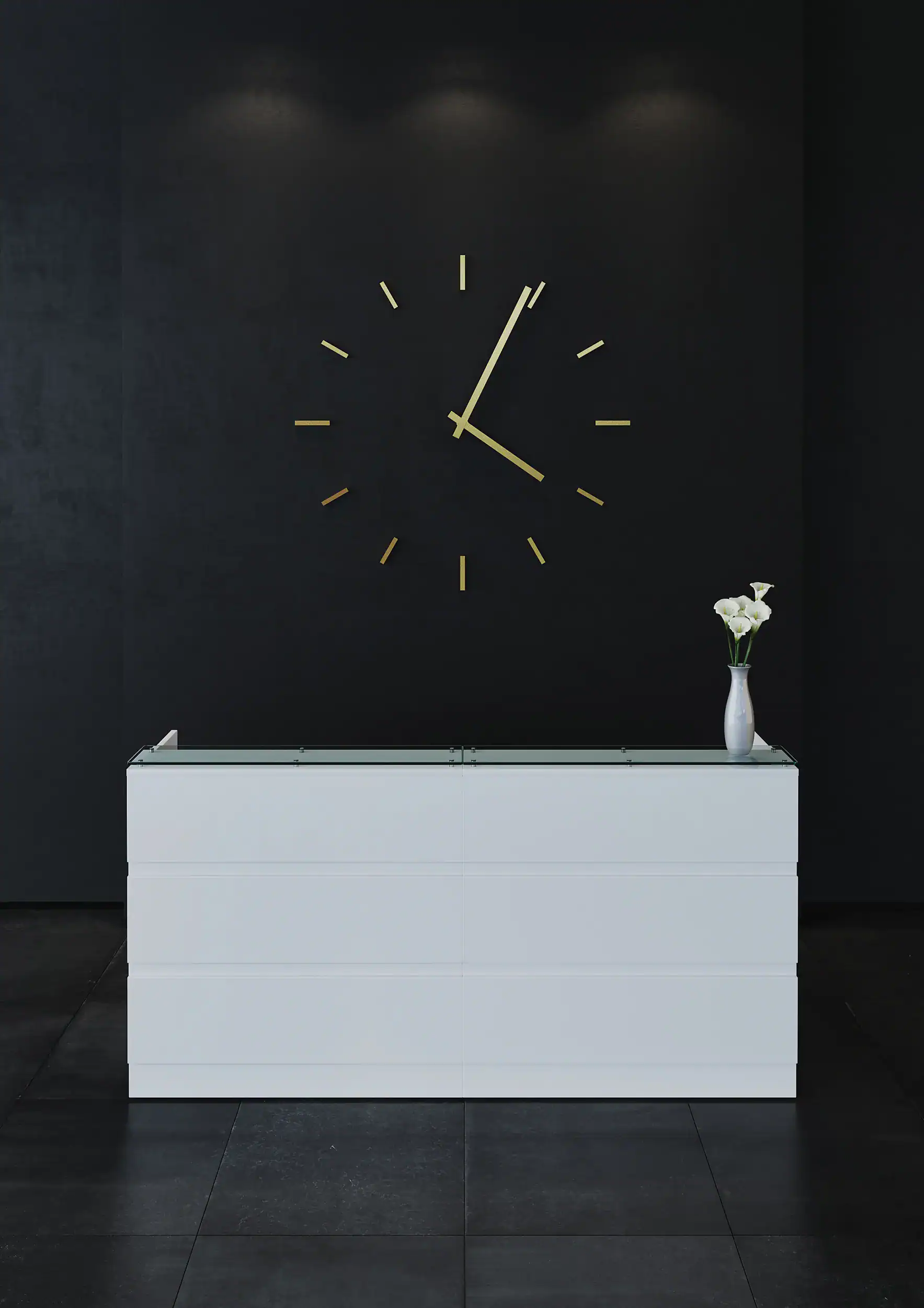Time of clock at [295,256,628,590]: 4:04
